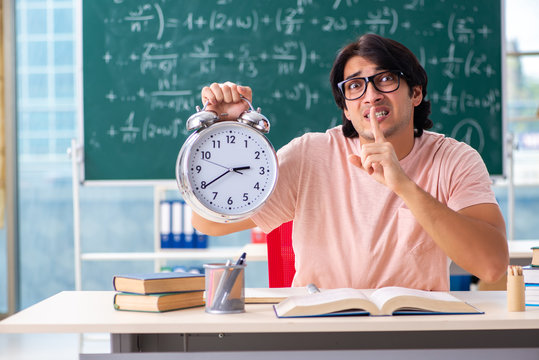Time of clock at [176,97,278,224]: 2:39
